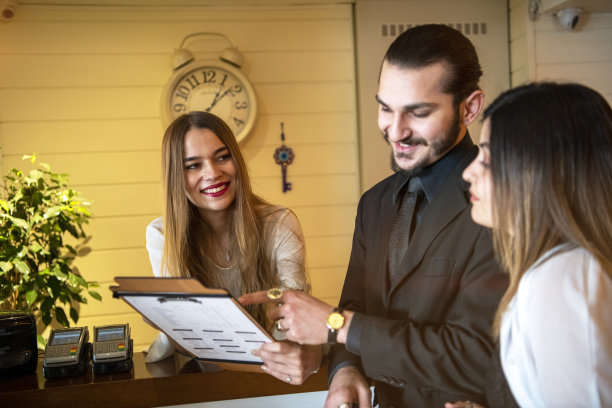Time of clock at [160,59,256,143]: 1:08
